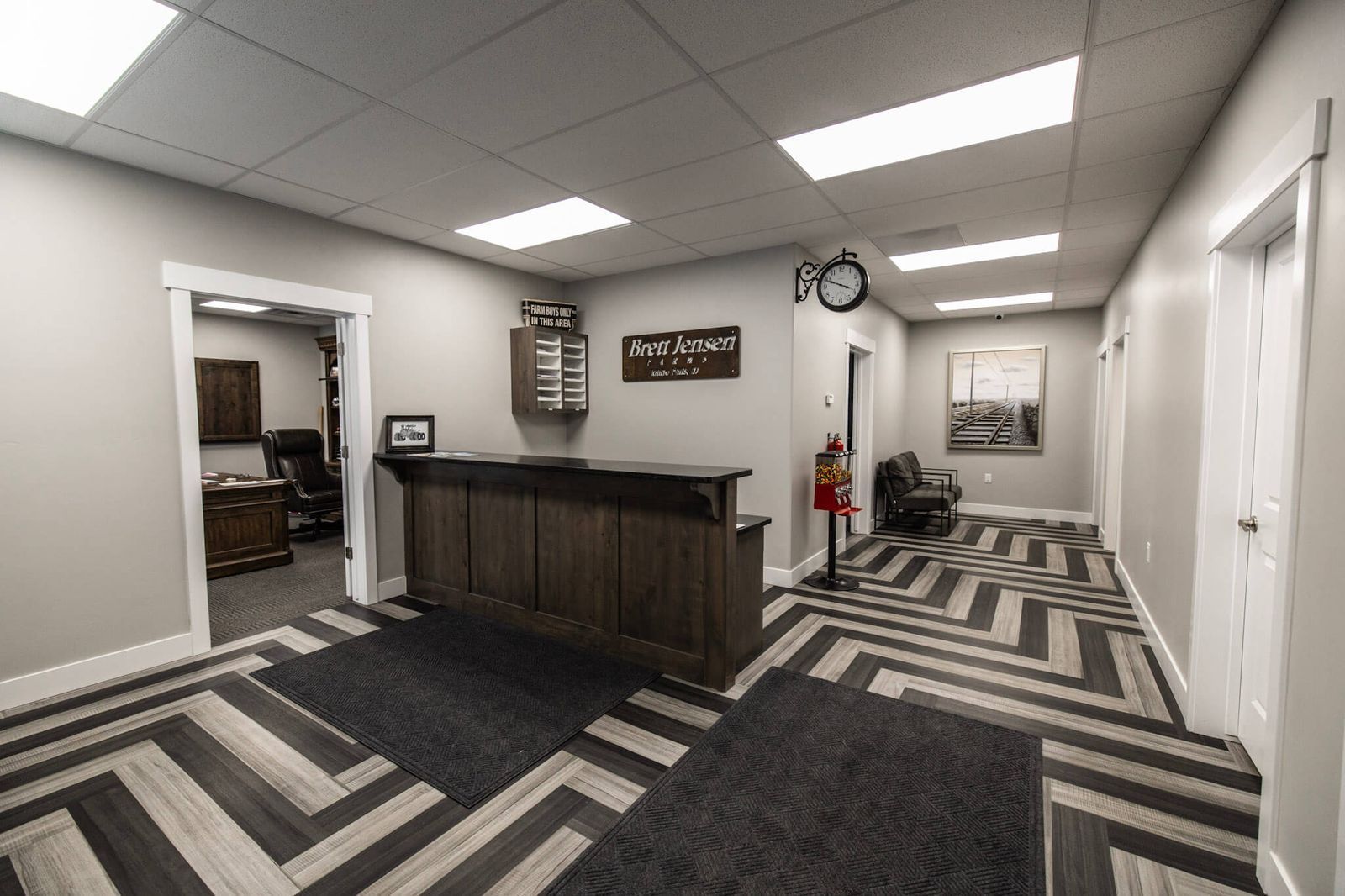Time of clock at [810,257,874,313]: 3:48
